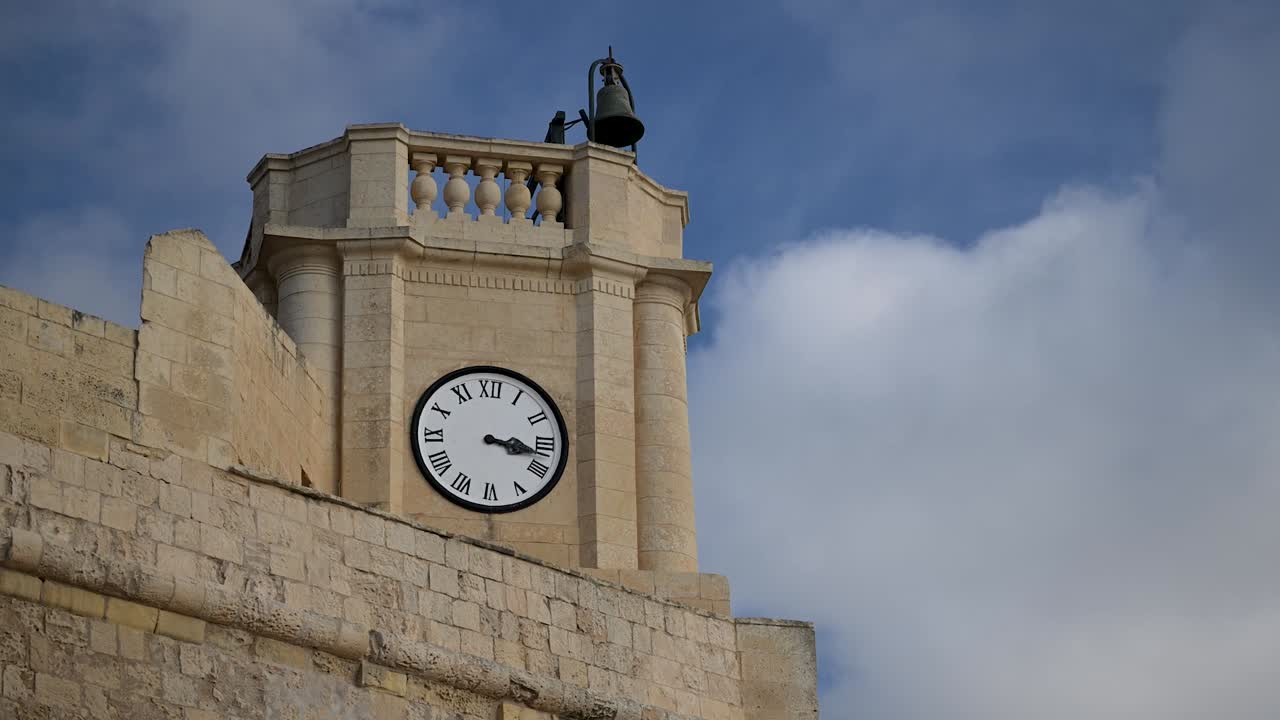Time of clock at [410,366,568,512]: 3:17
